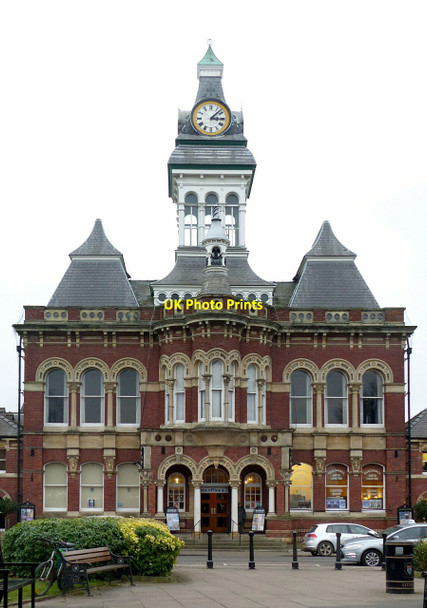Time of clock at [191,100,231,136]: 3:07
